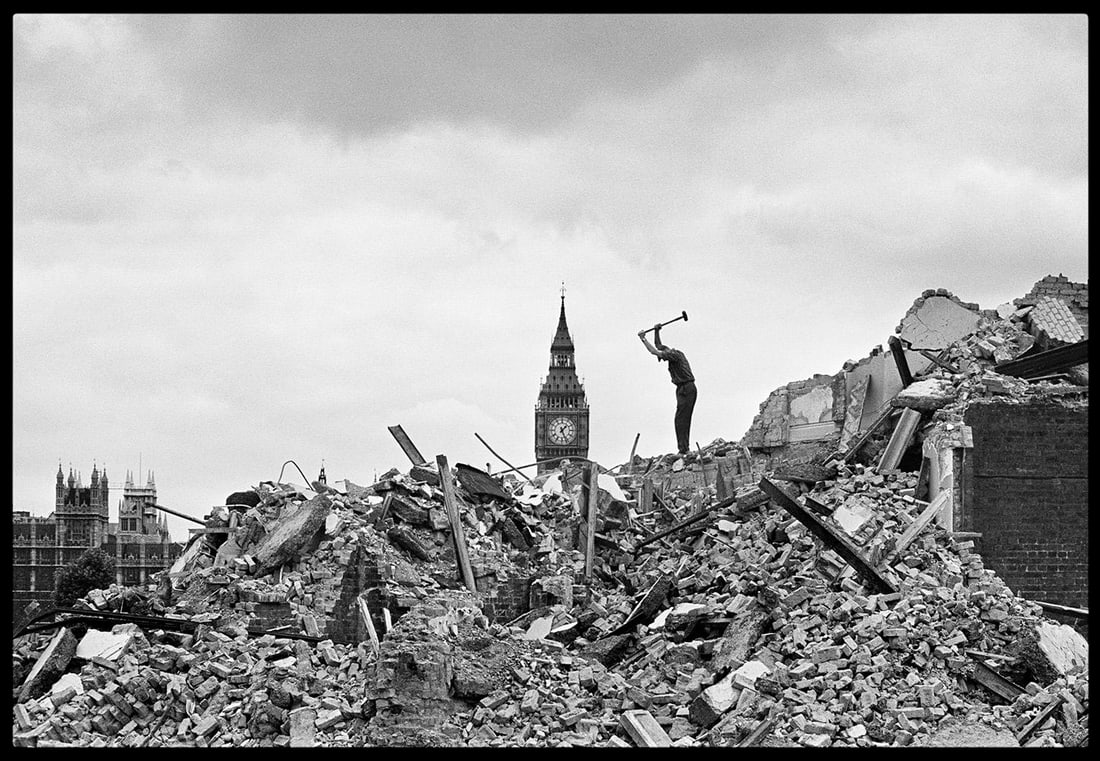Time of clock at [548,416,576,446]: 1:26
